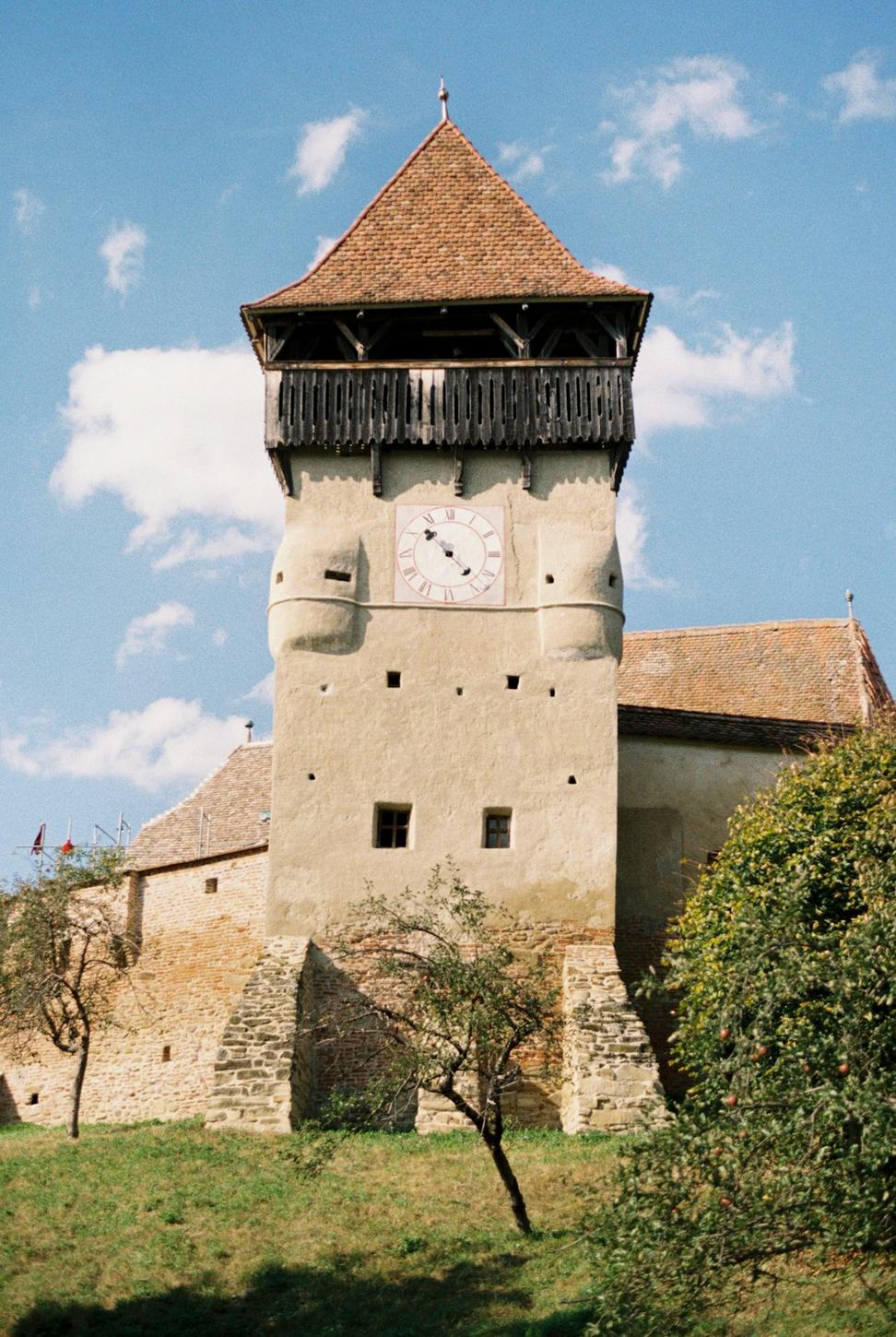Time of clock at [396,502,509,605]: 10:22
